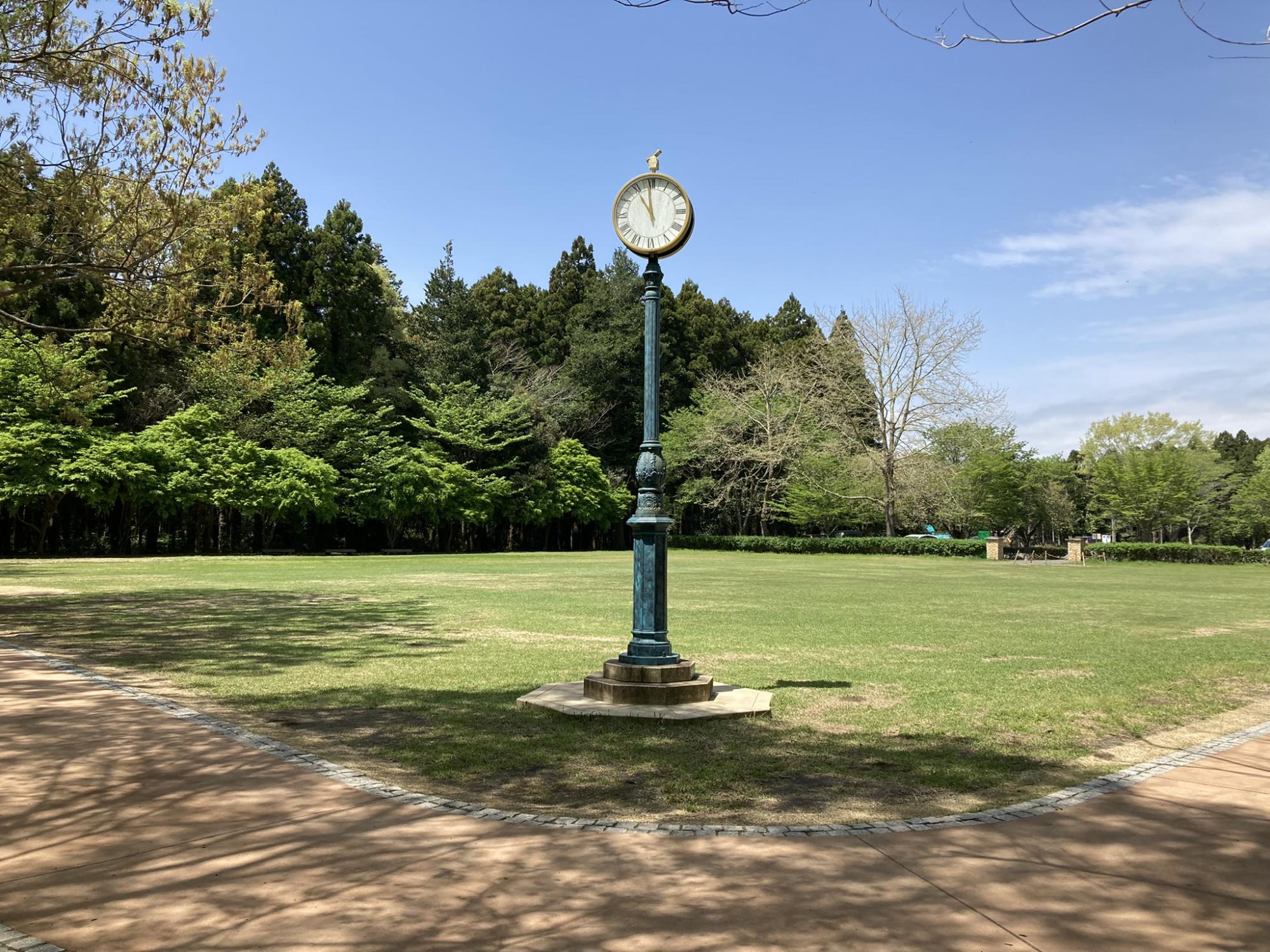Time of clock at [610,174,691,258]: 10:59
